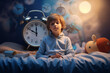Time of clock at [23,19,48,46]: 10:00
